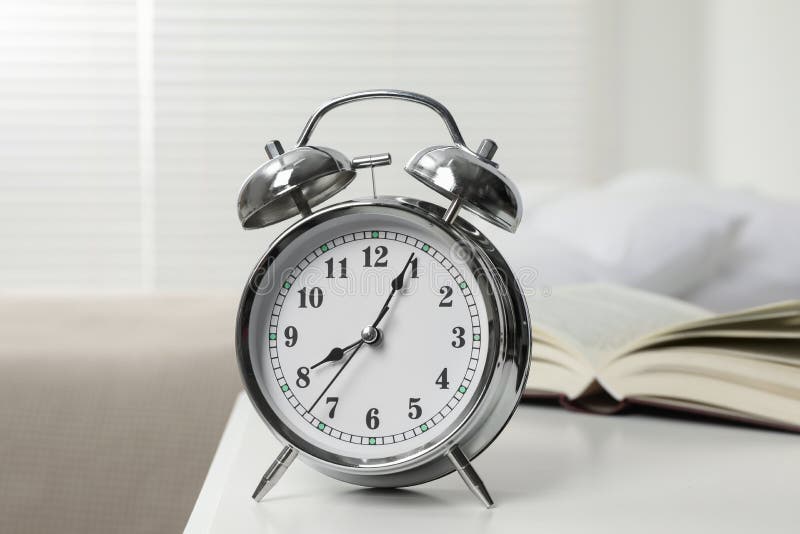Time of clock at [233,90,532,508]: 8:04
